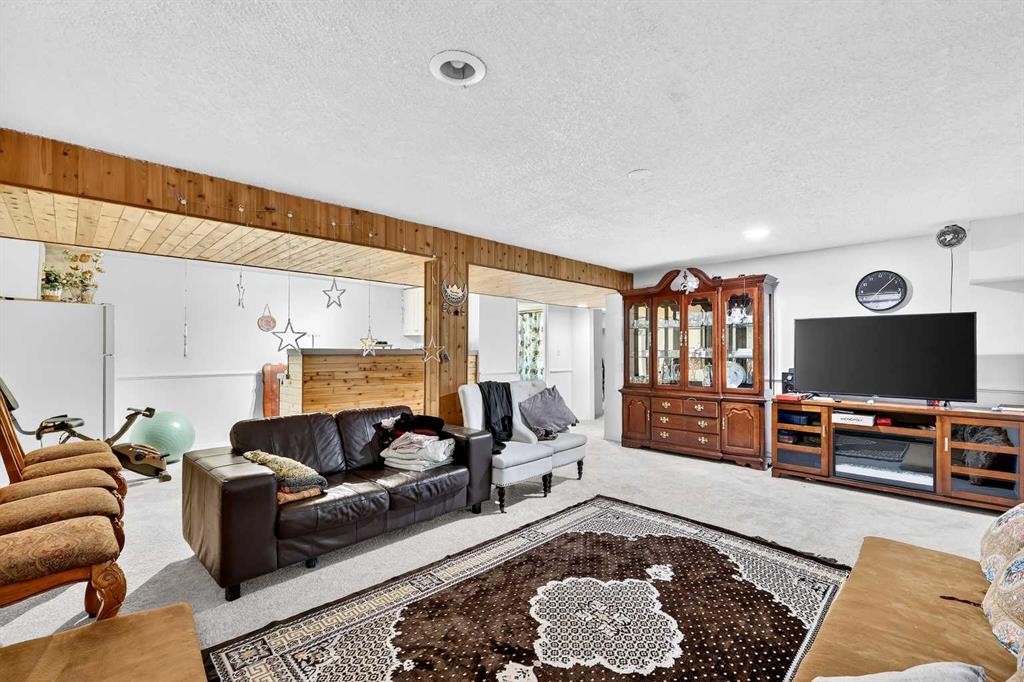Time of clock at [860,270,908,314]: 3:07
